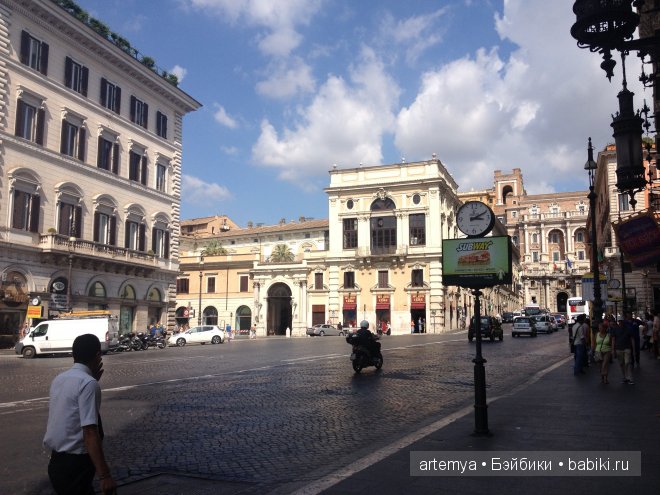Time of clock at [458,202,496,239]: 3:10
